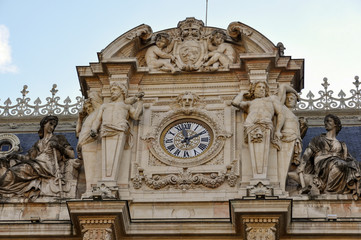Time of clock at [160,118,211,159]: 1:57
